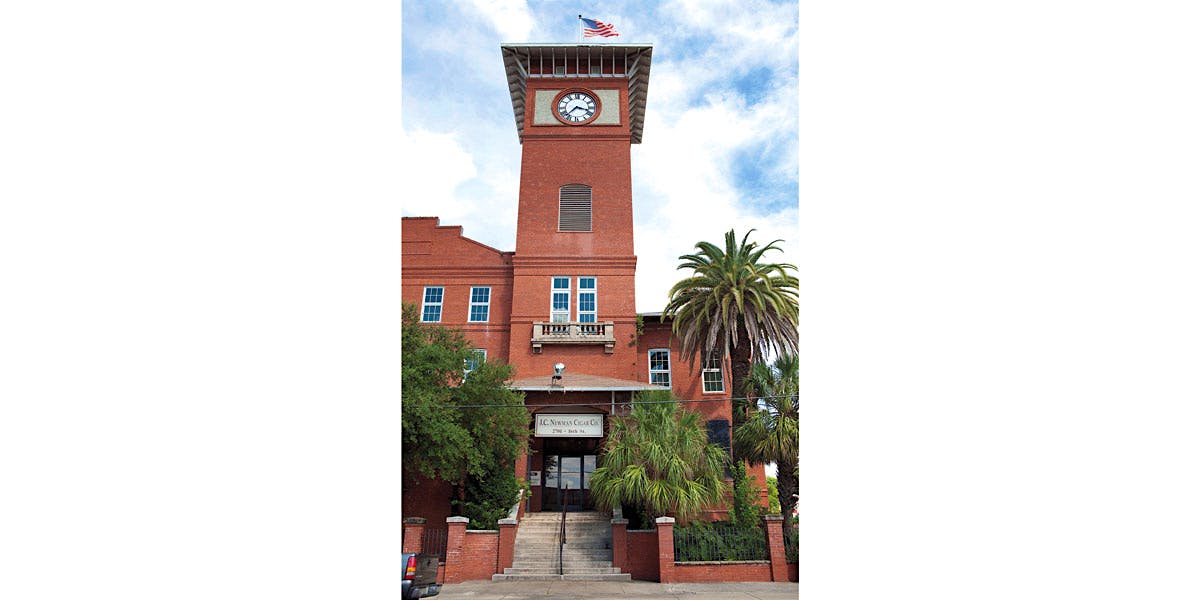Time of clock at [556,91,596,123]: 3:37
